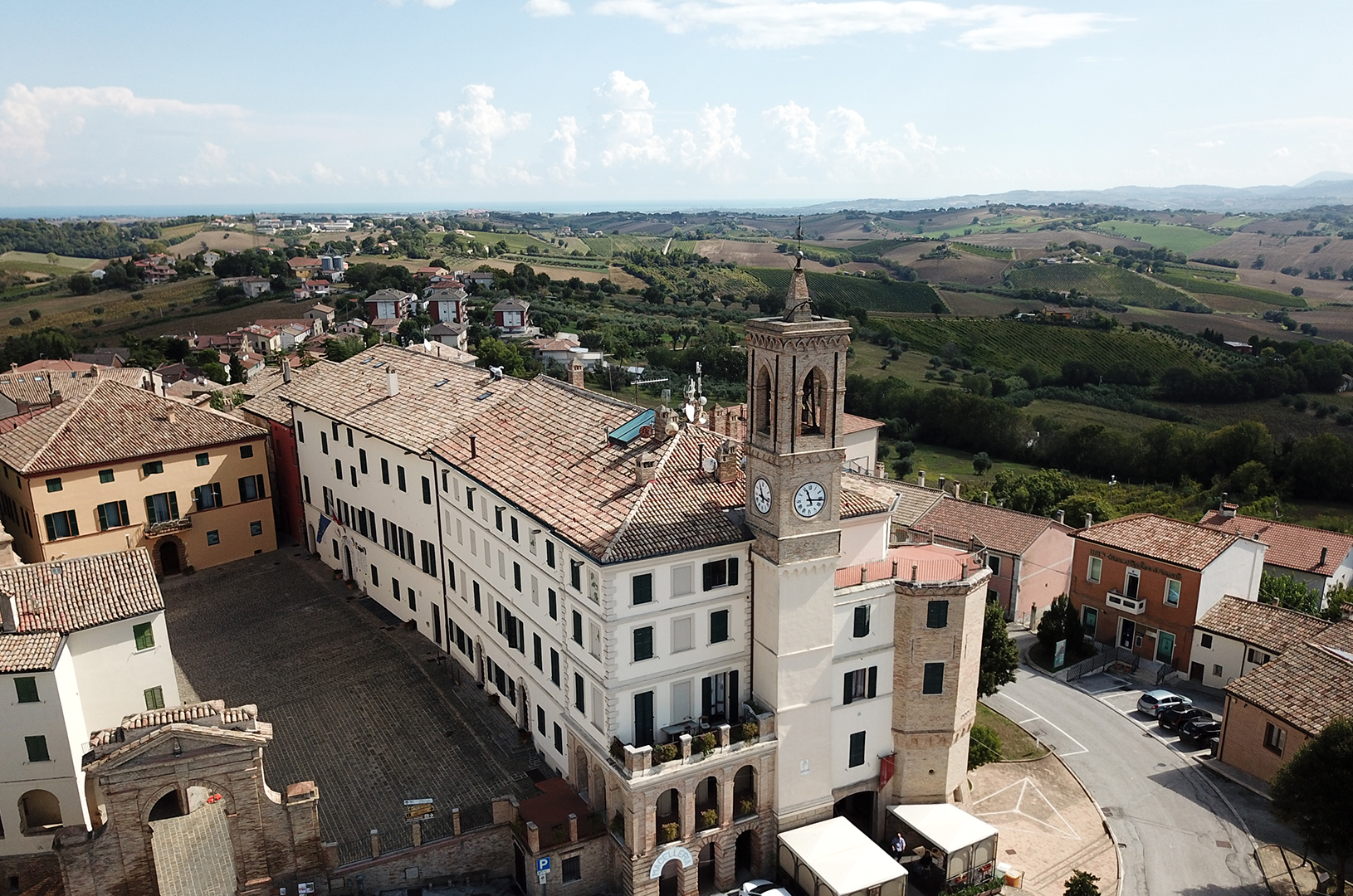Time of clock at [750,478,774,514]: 11:17
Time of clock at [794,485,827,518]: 11:15
